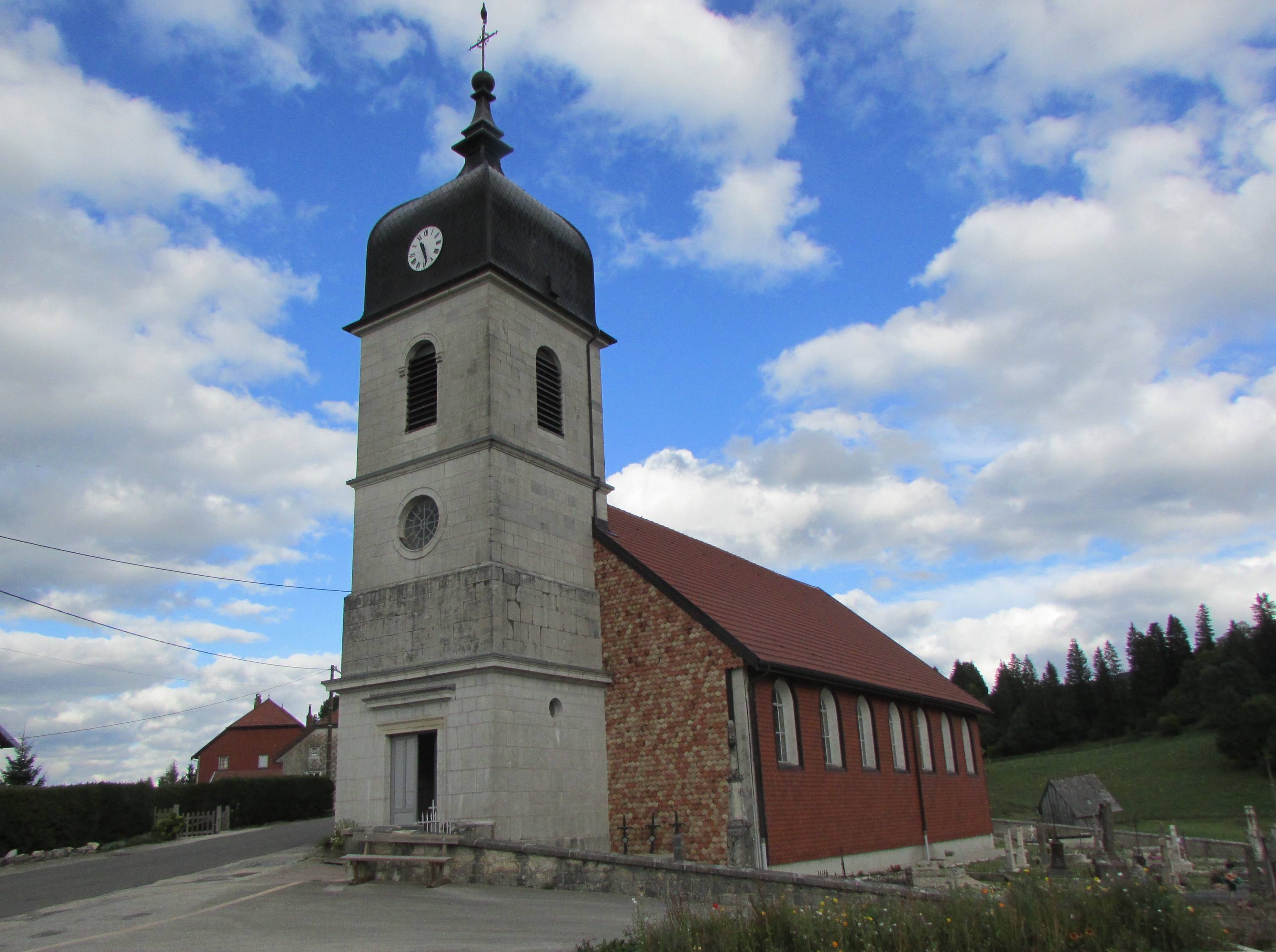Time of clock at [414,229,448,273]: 11:28
